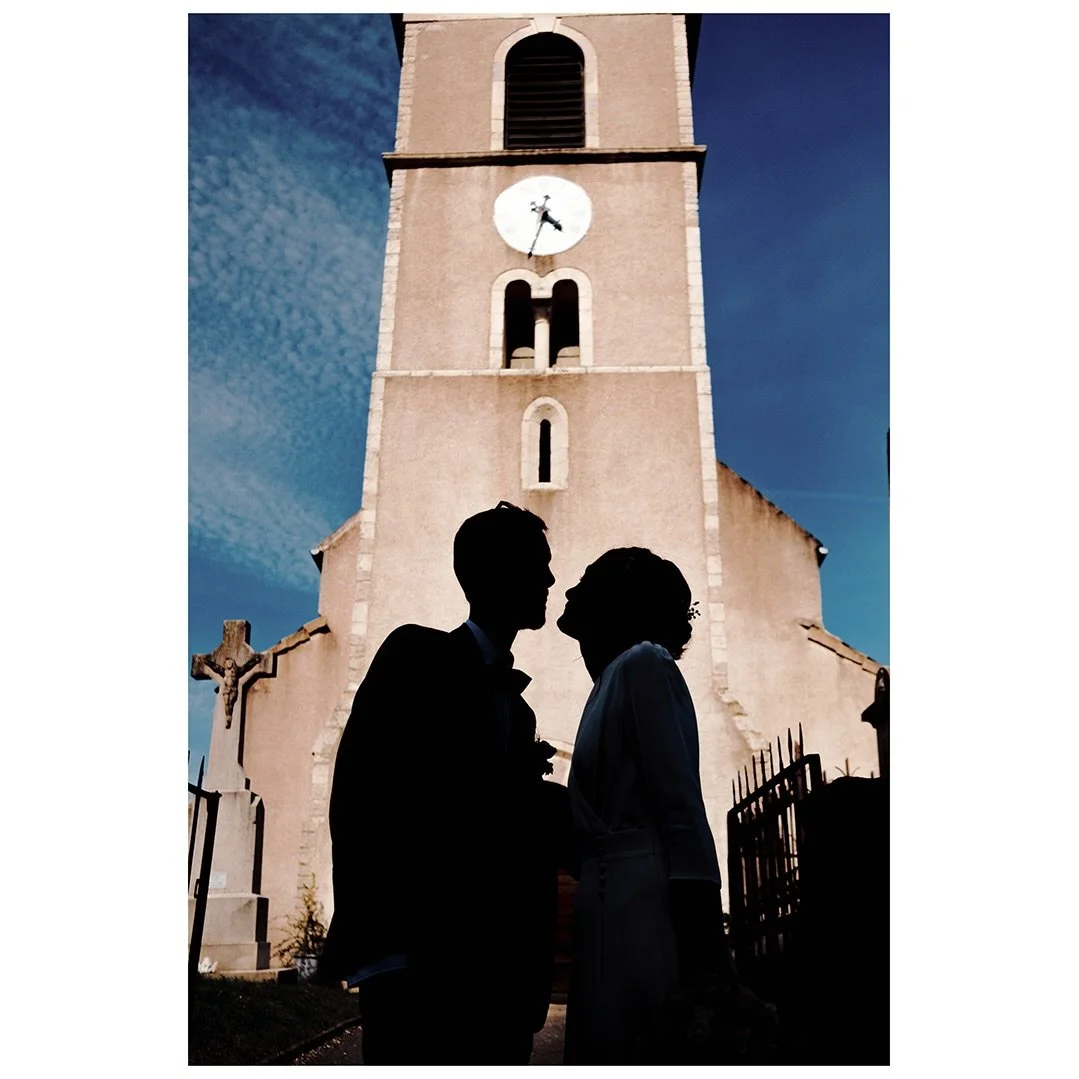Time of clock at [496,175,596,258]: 4:33
